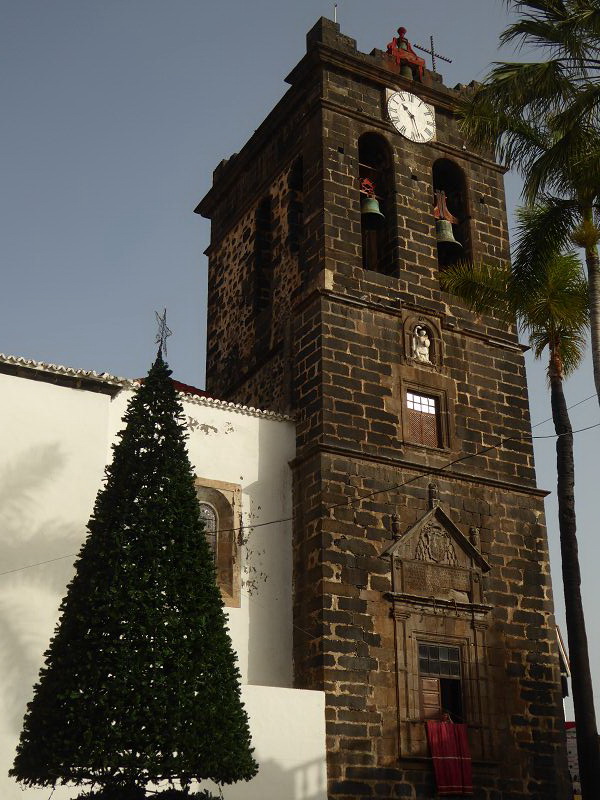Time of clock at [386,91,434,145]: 10:27
